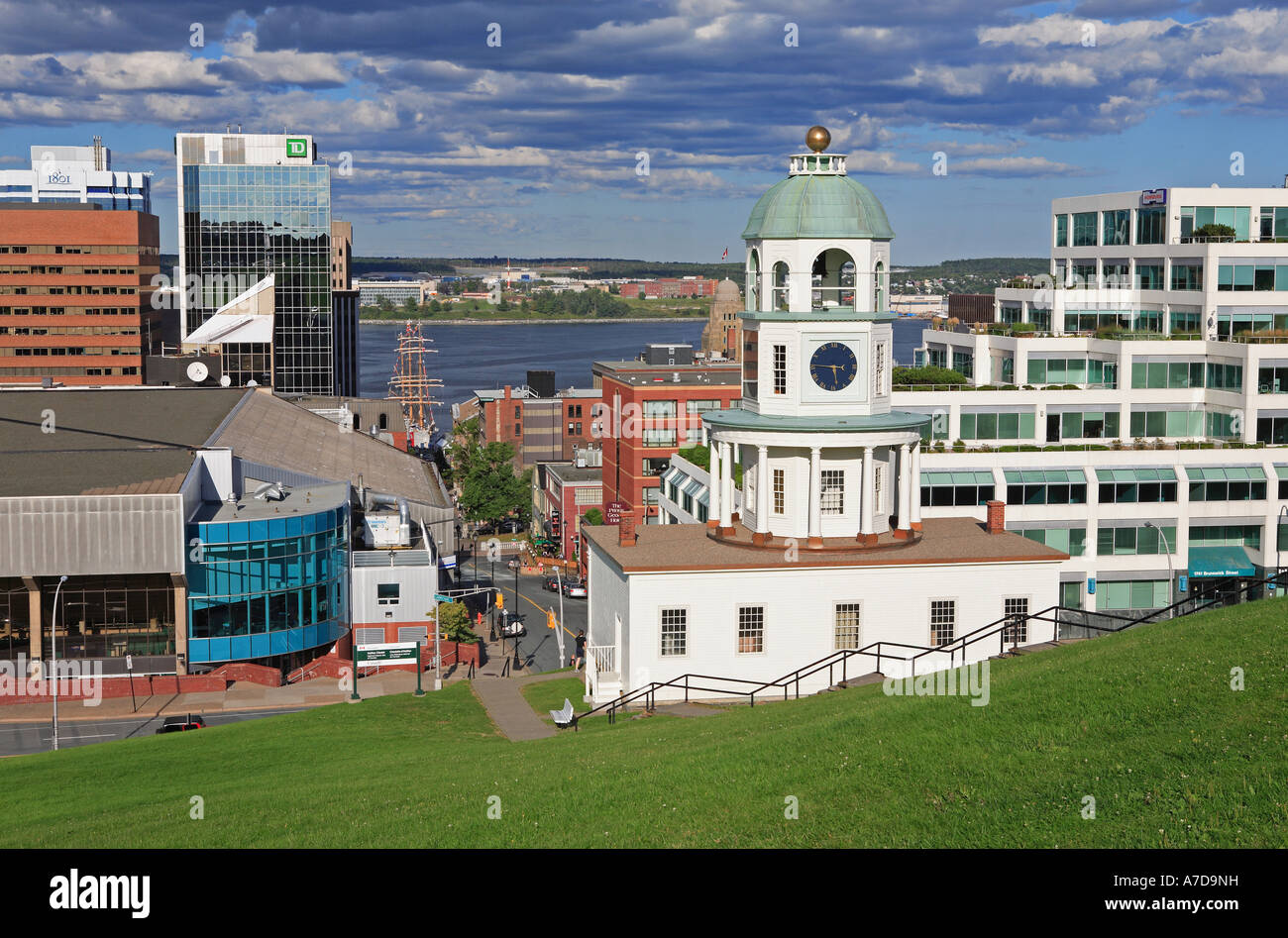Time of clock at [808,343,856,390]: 5:45
